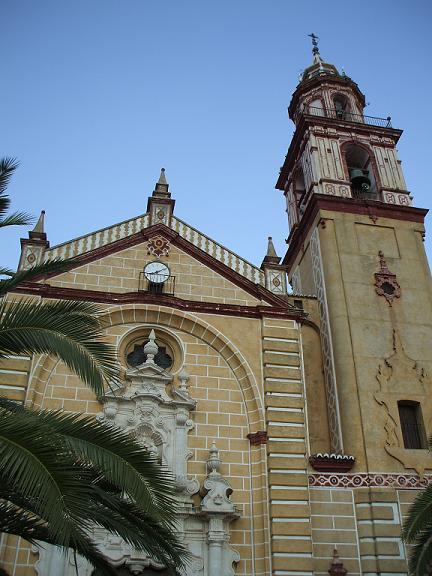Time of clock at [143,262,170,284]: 8:09
